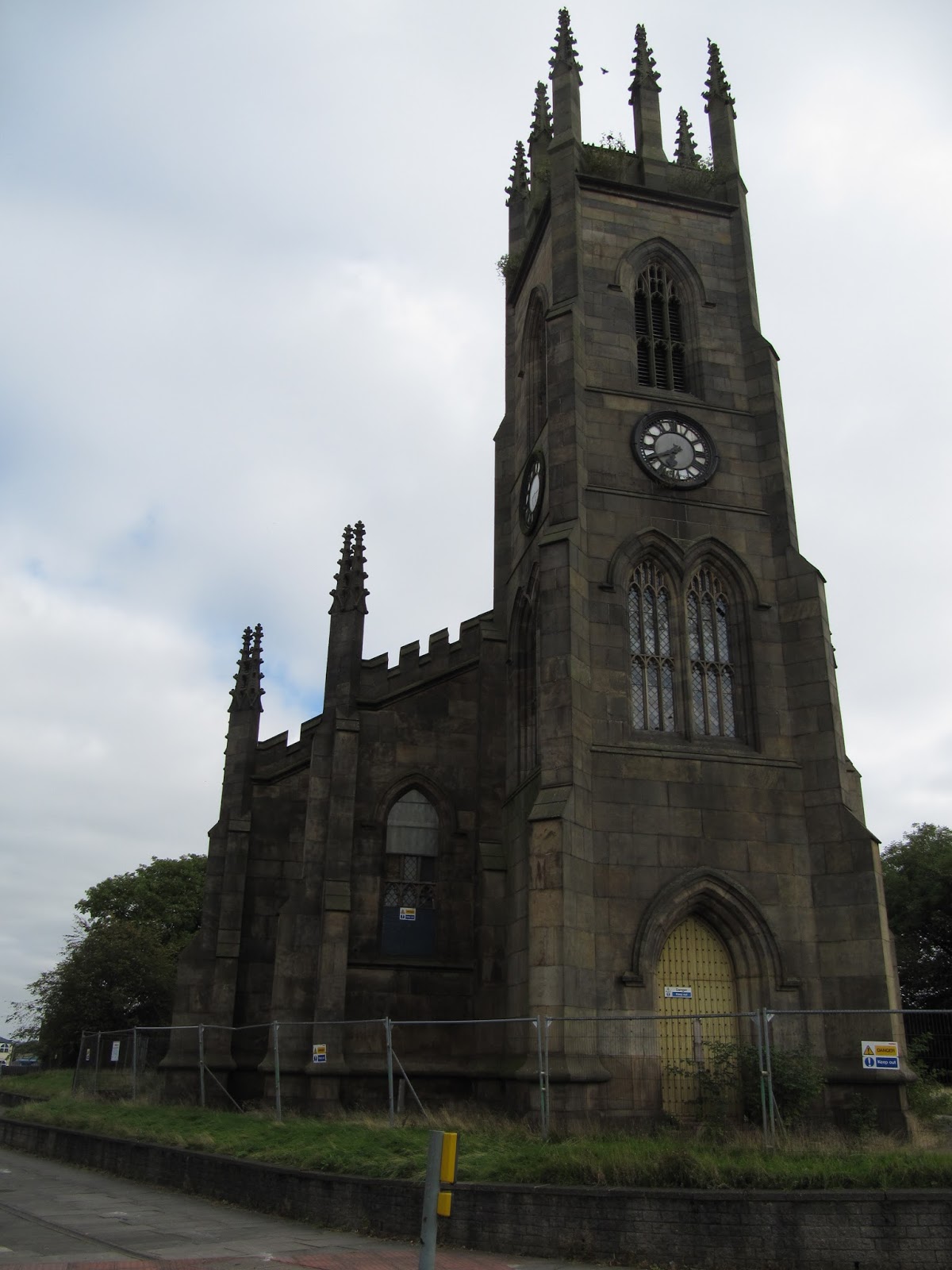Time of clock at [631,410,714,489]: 7:40
